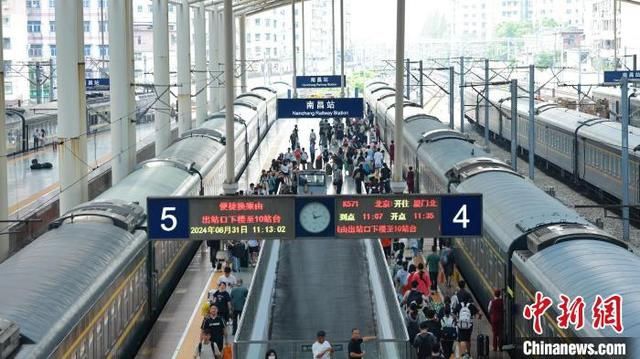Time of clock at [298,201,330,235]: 11:12
